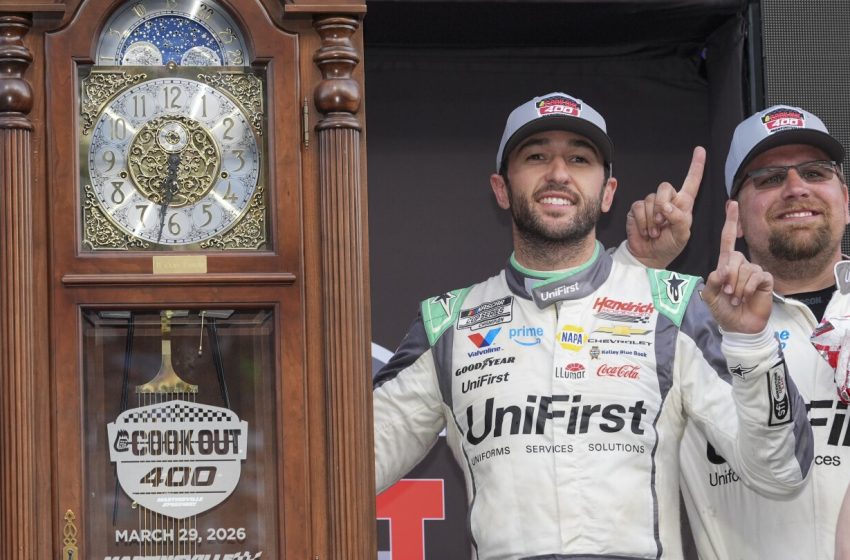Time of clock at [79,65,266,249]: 6:32
